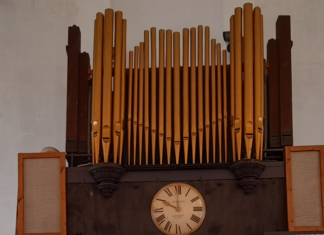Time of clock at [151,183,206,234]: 9:59
